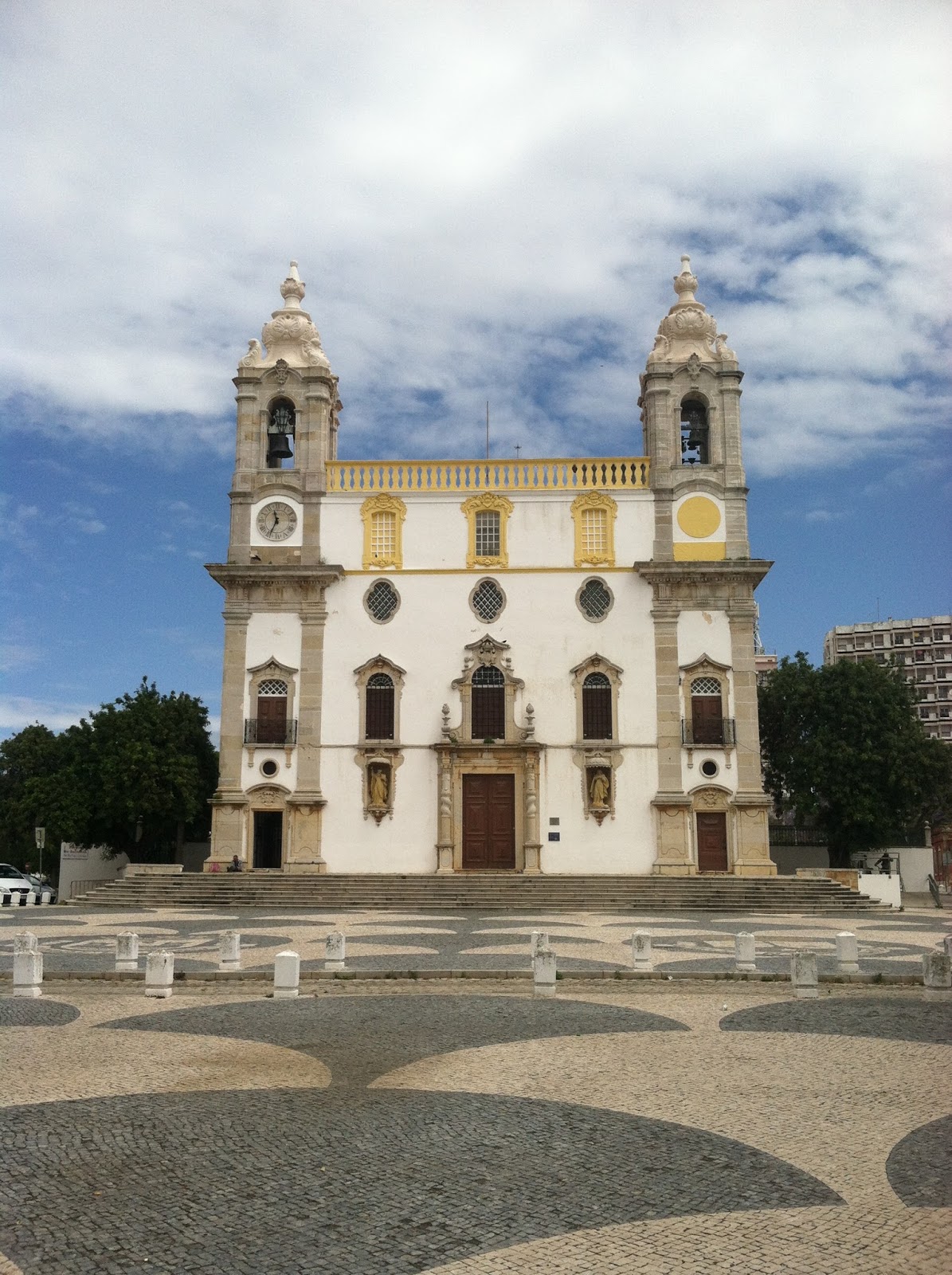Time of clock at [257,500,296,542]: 11:34
